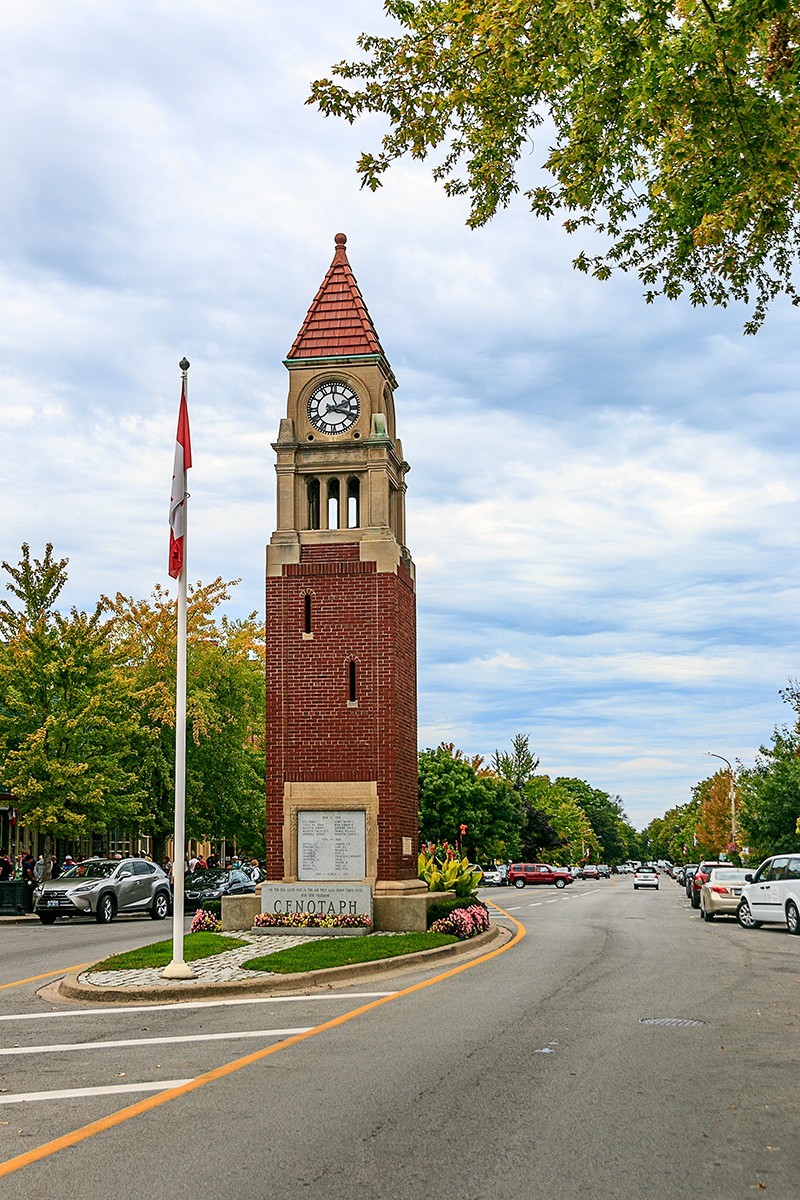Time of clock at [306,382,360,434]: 2:18
